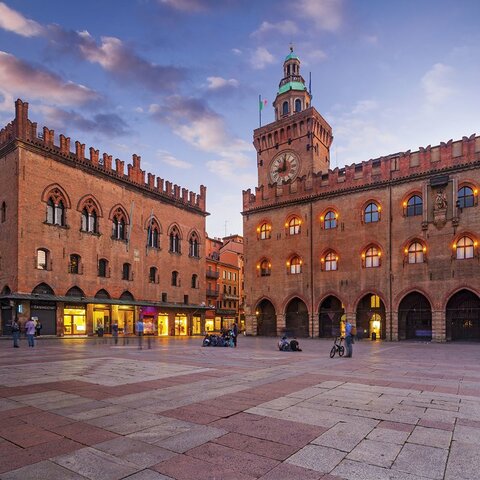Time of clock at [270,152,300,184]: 9:01
